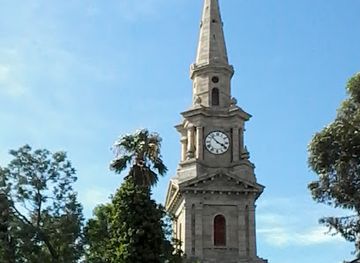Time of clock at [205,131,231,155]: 3:52
